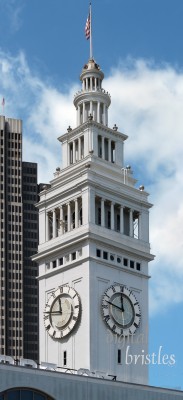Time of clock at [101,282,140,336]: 11:47
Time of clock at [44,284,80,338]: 11:46
